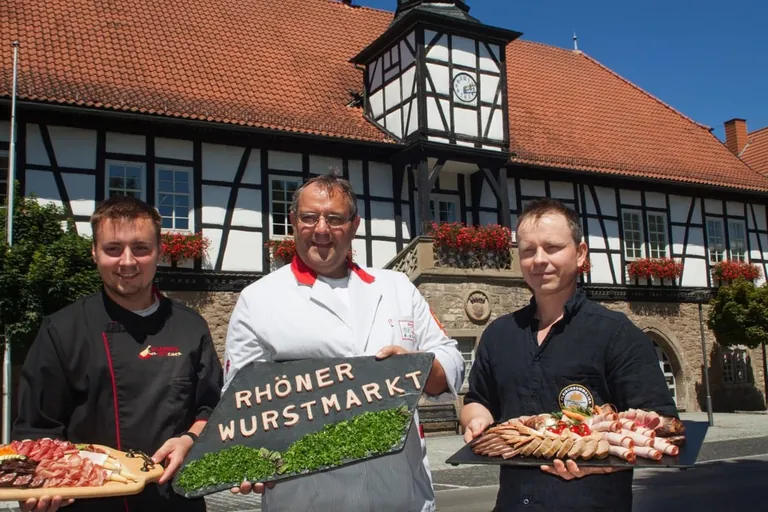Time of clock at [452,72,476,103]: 6:12
